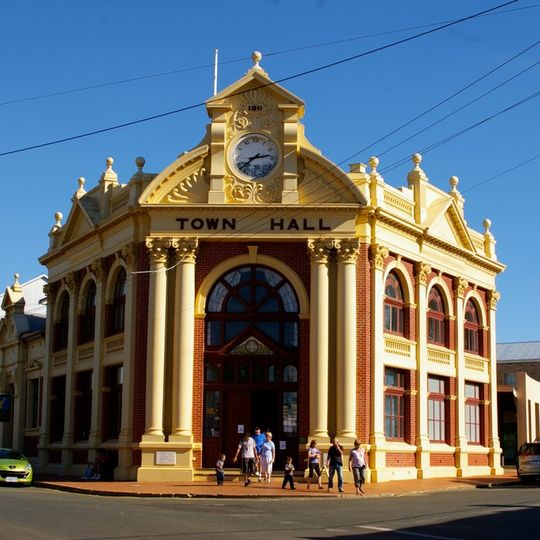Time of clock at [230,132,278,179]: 2:38
